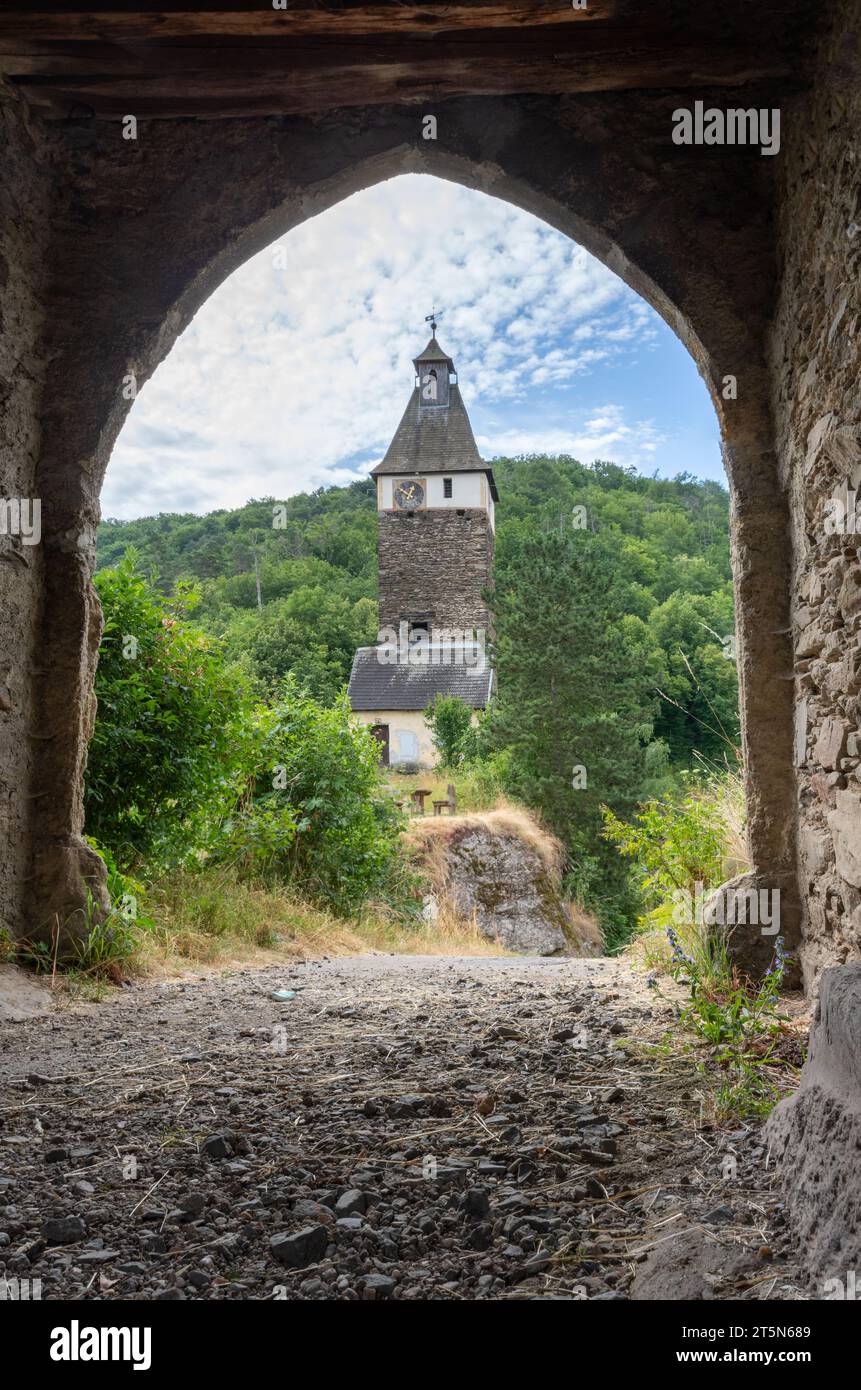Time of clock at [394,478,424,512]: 12:49
